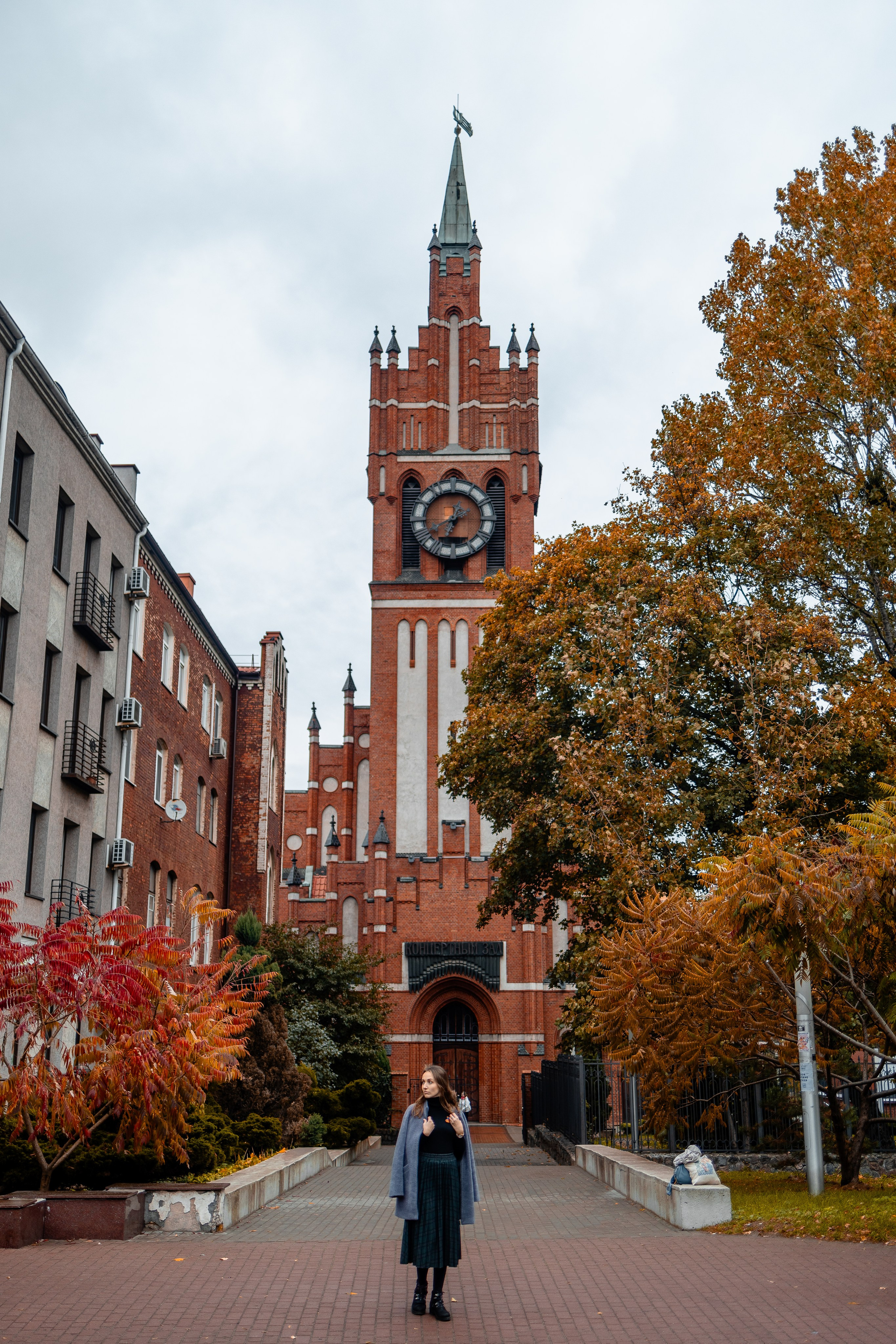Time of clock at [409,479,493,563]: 6:40
